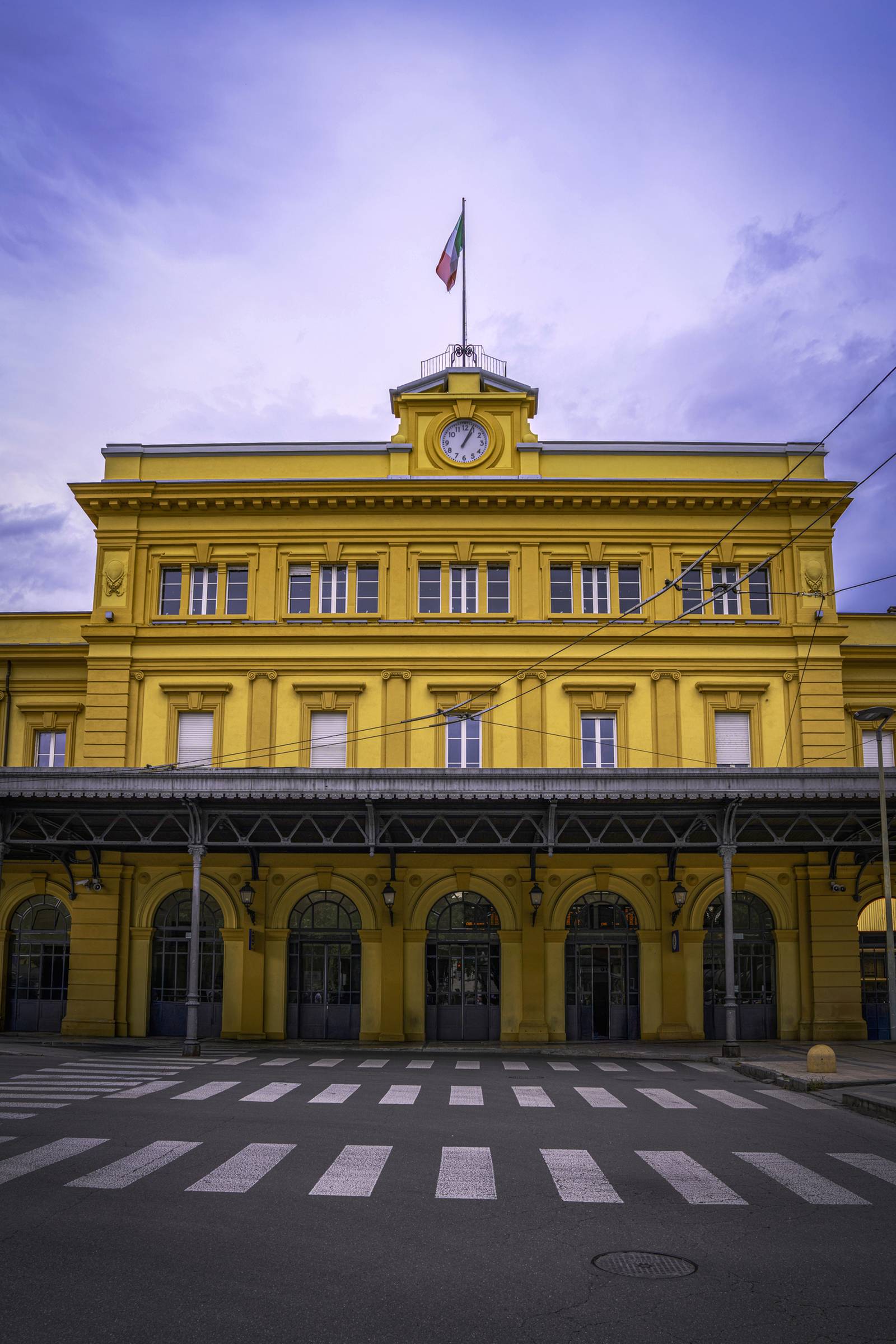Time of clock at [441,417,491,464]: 1:04
